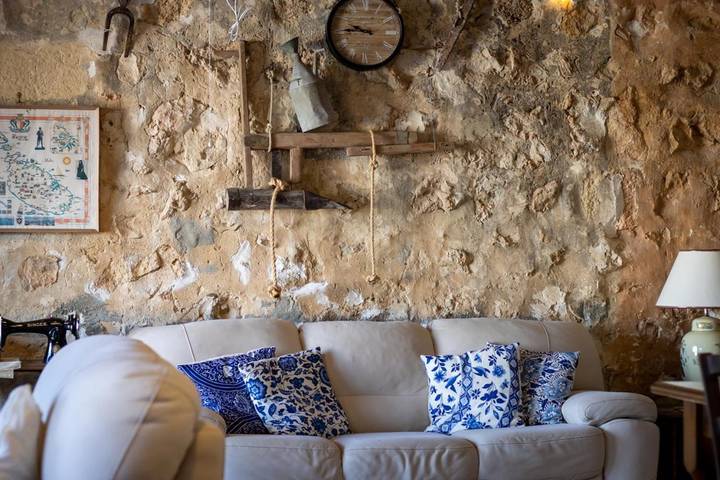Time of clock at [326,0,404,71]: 9:45
